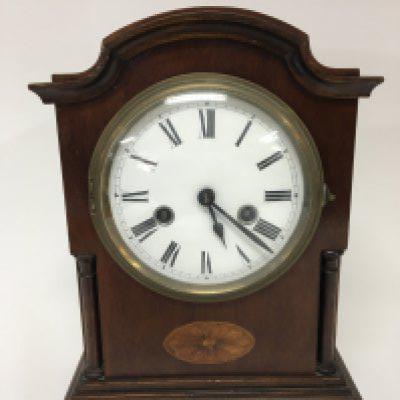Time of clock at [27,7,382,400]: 5:21
